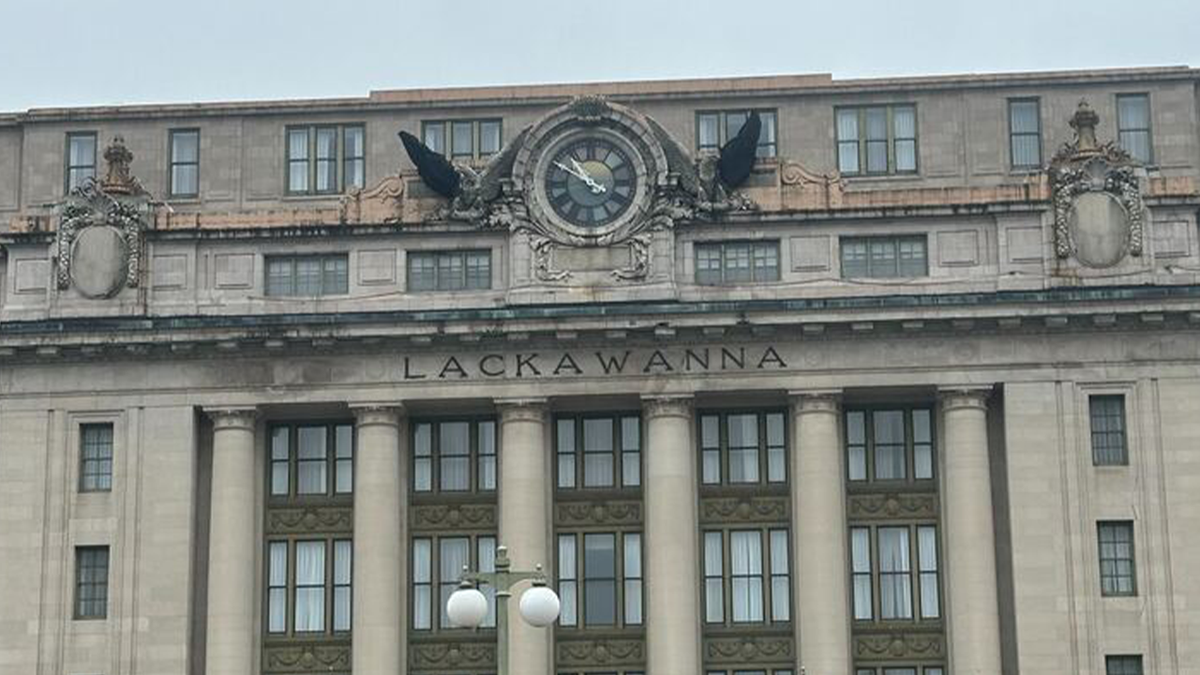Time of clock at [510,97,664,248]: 10:50
